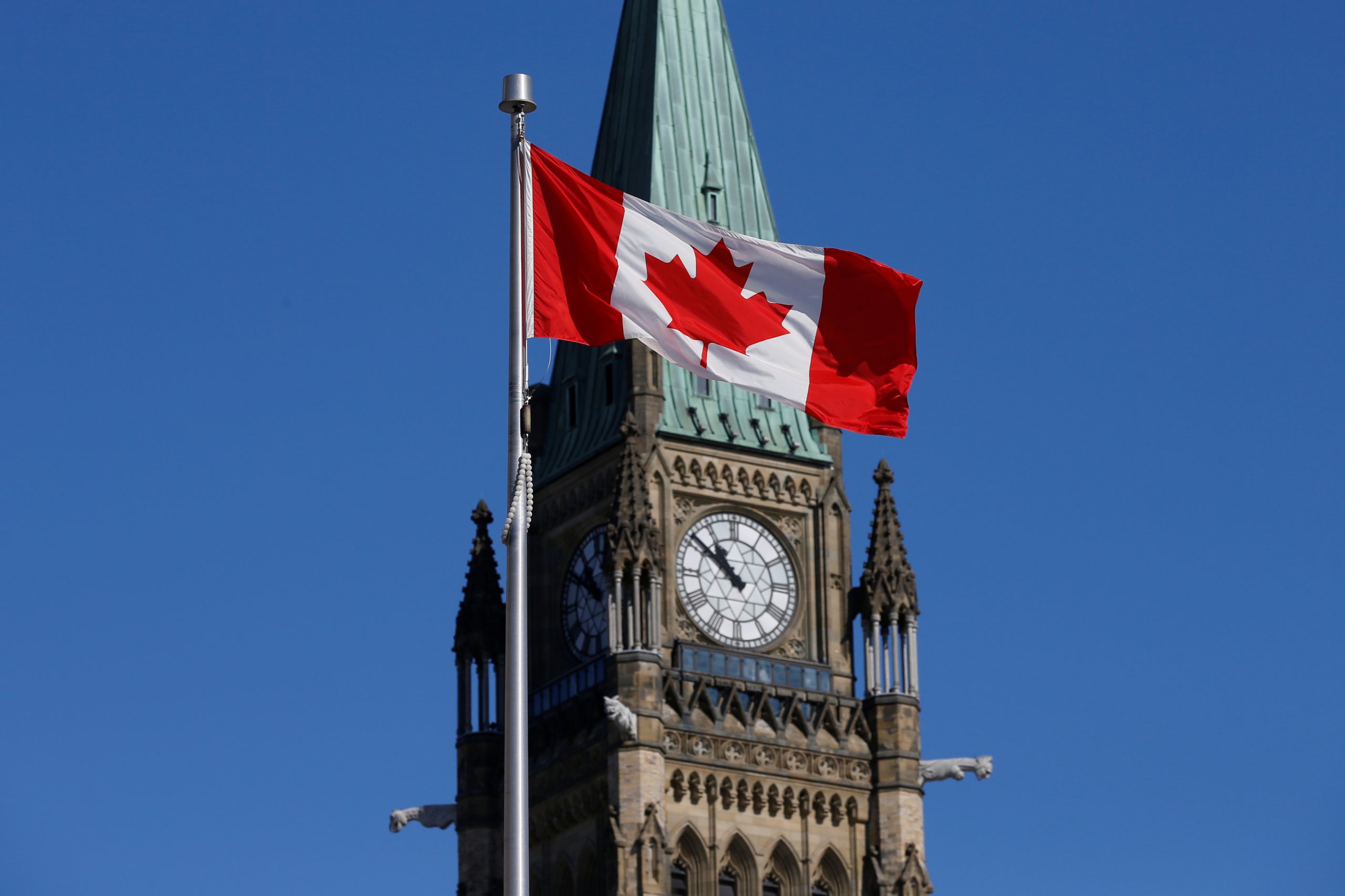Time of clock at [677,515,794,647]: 10:51
